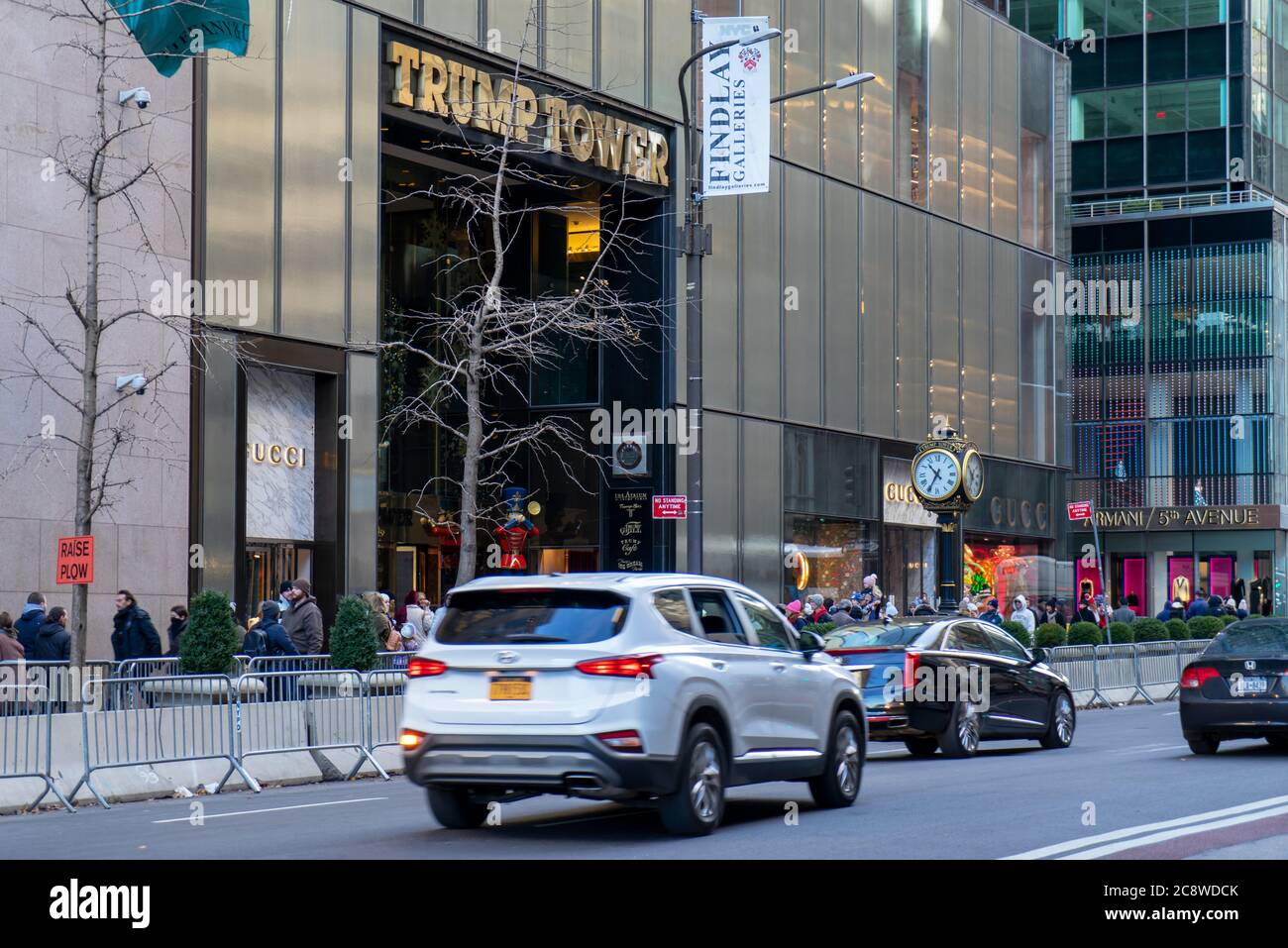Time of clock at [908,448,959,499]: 10:34
